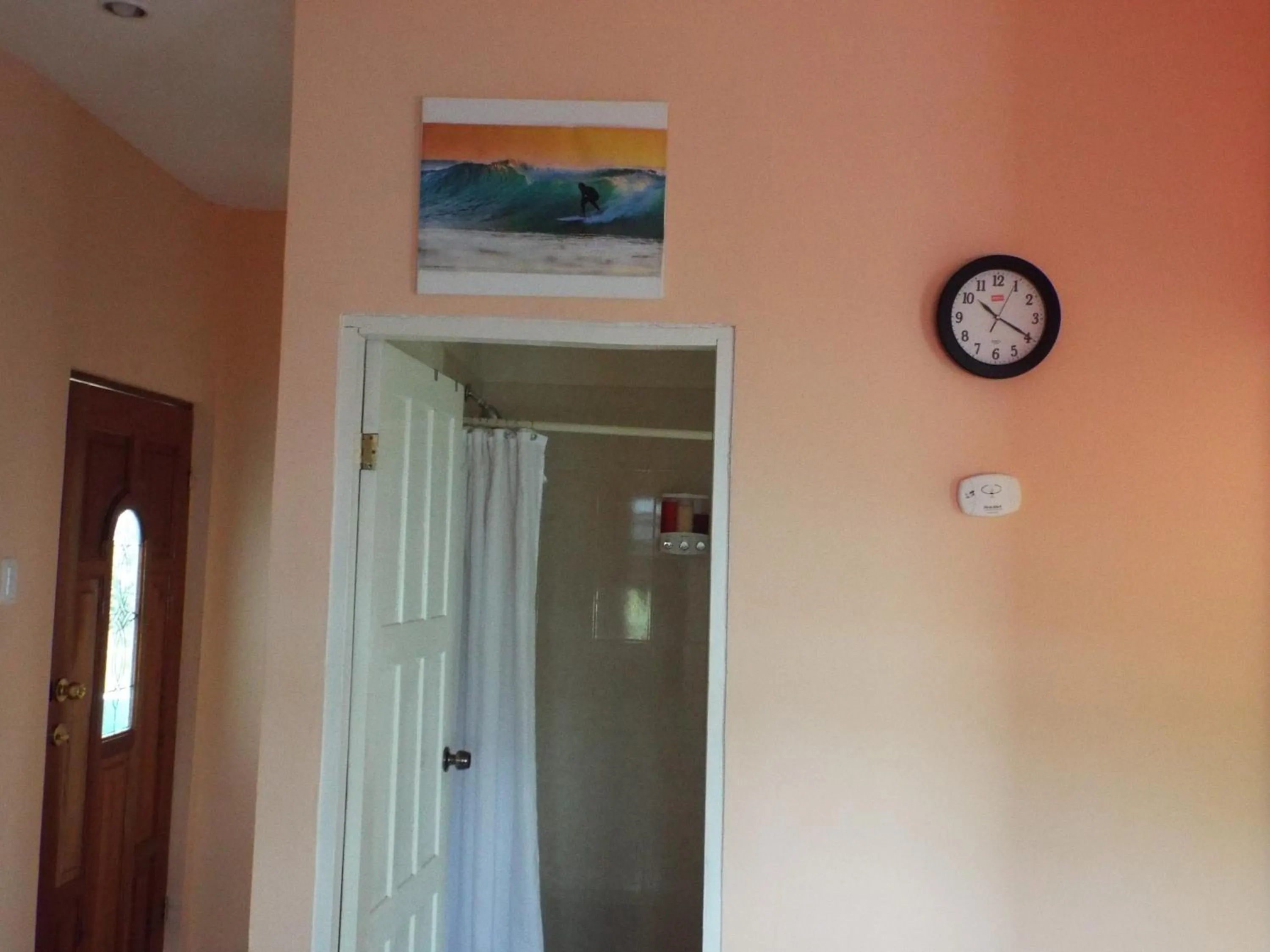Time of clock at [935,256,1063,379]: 10:19
